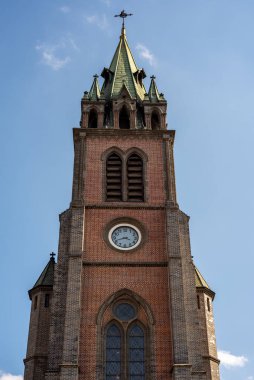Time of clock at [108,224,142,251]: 3:42
